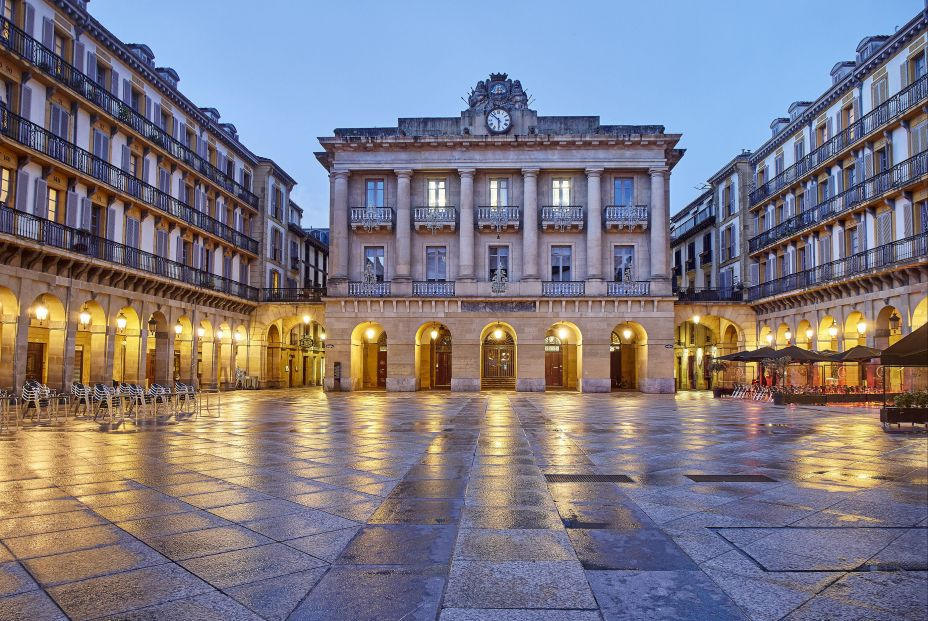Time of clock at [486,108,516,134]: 5:51
